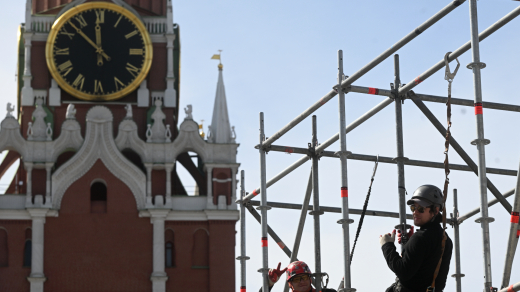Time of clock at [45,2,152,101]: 11:52
